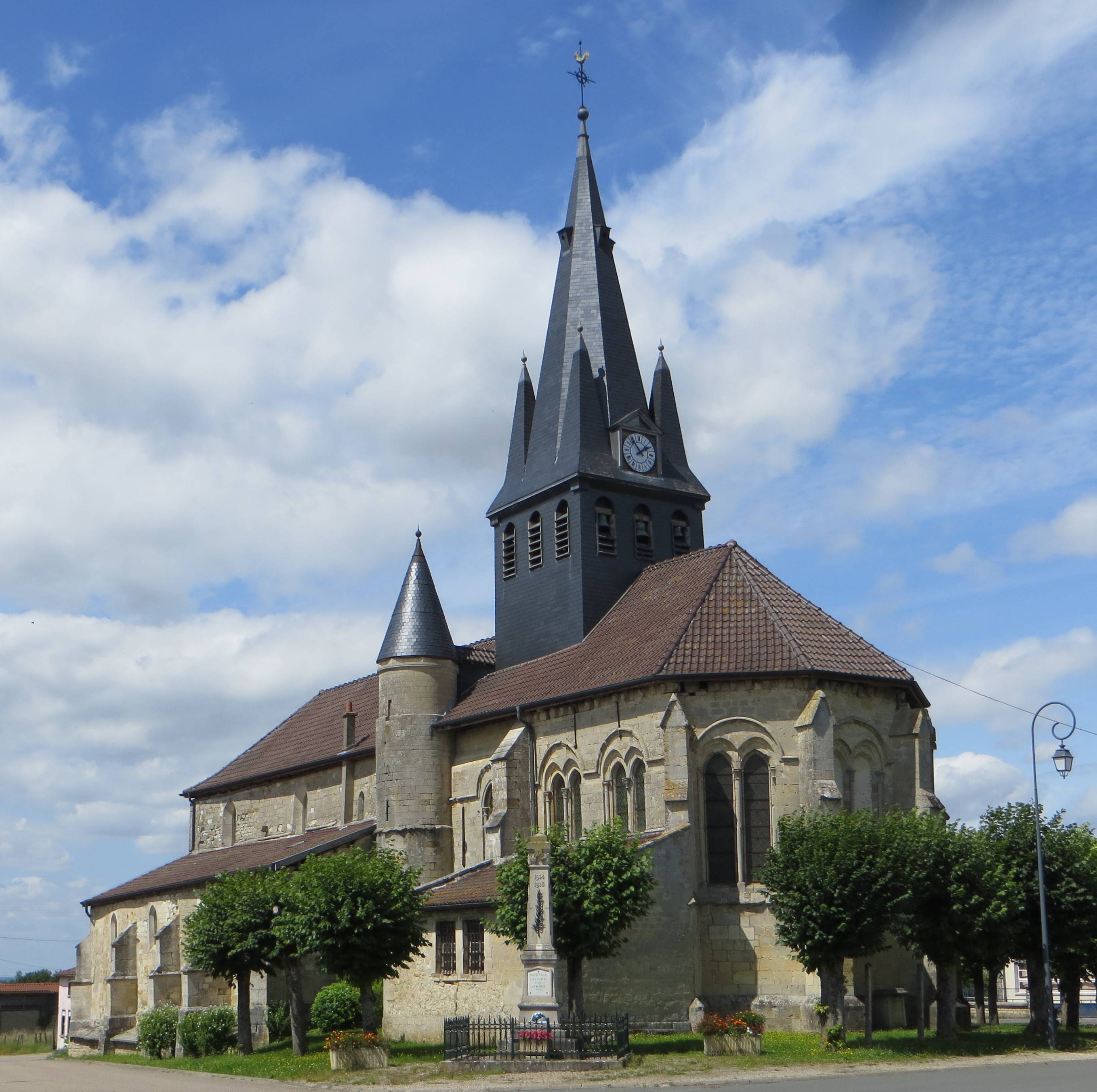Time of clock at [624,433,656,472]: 1:53
